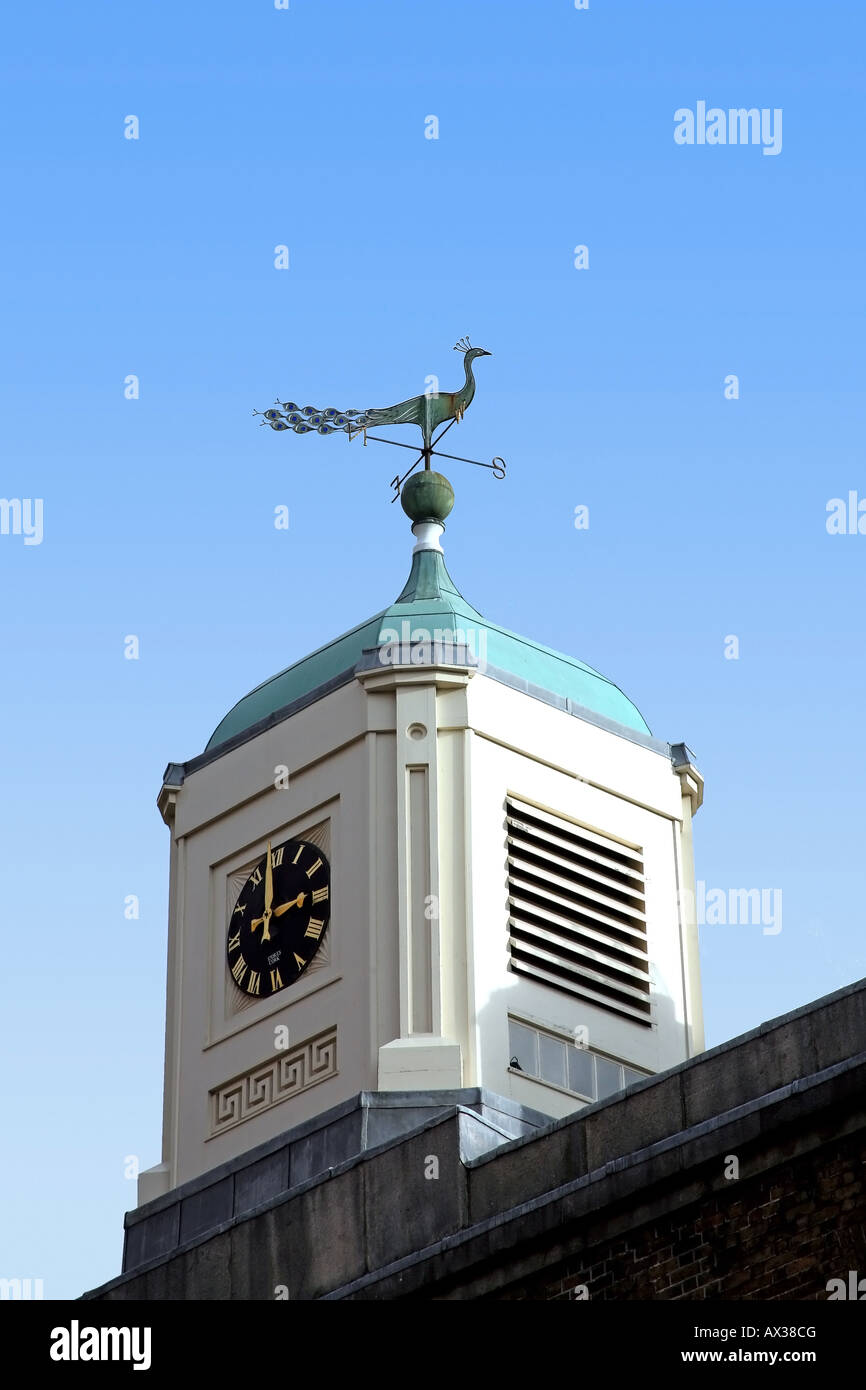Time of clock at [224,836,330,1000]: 2:58
